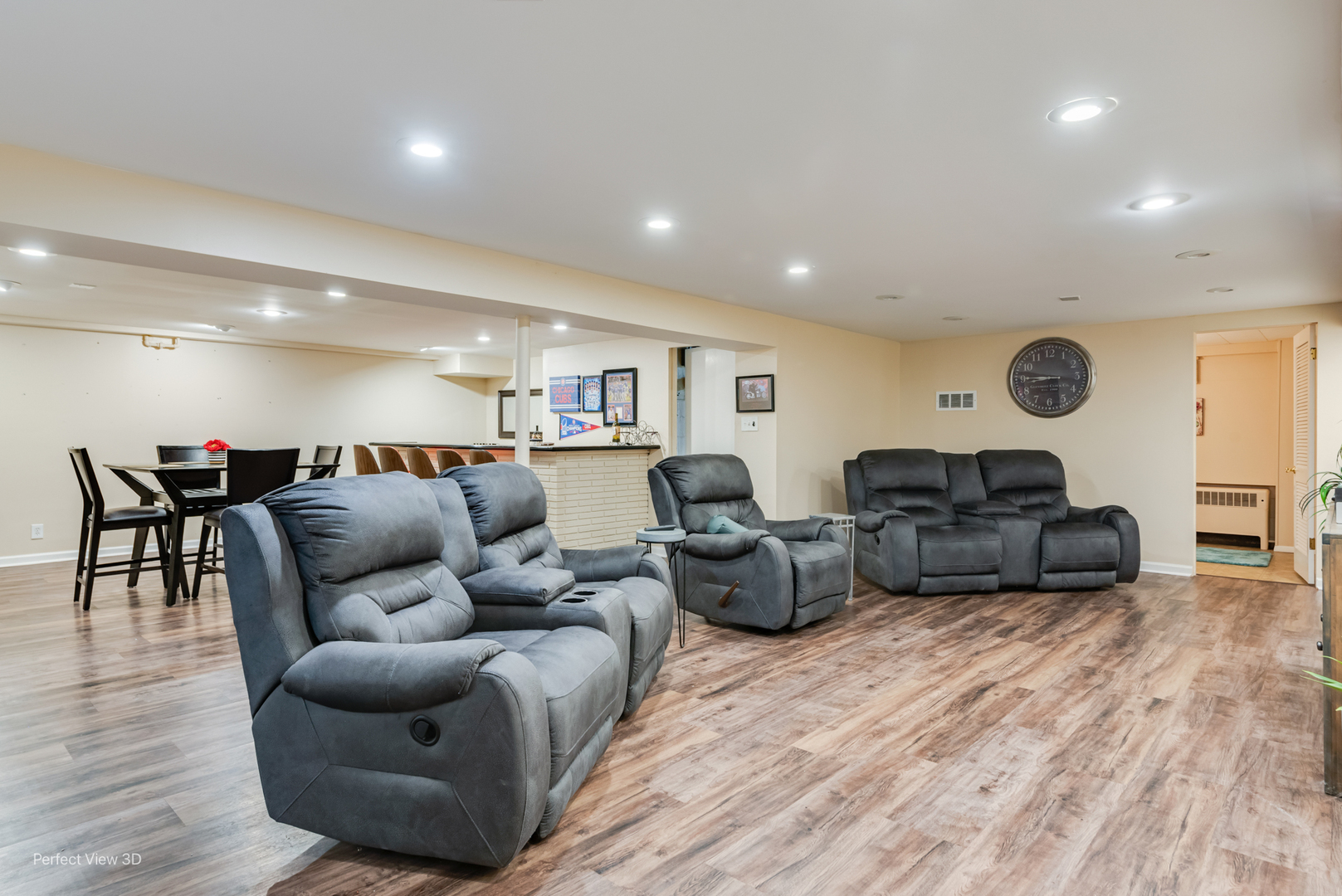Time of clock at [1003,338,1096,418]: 8:46
